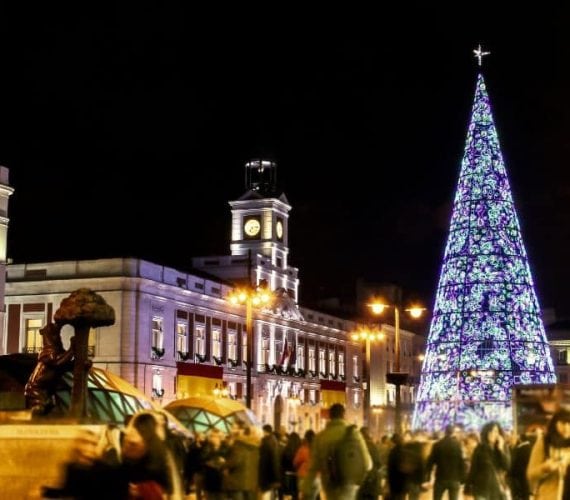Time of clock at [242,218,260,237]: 7:13
